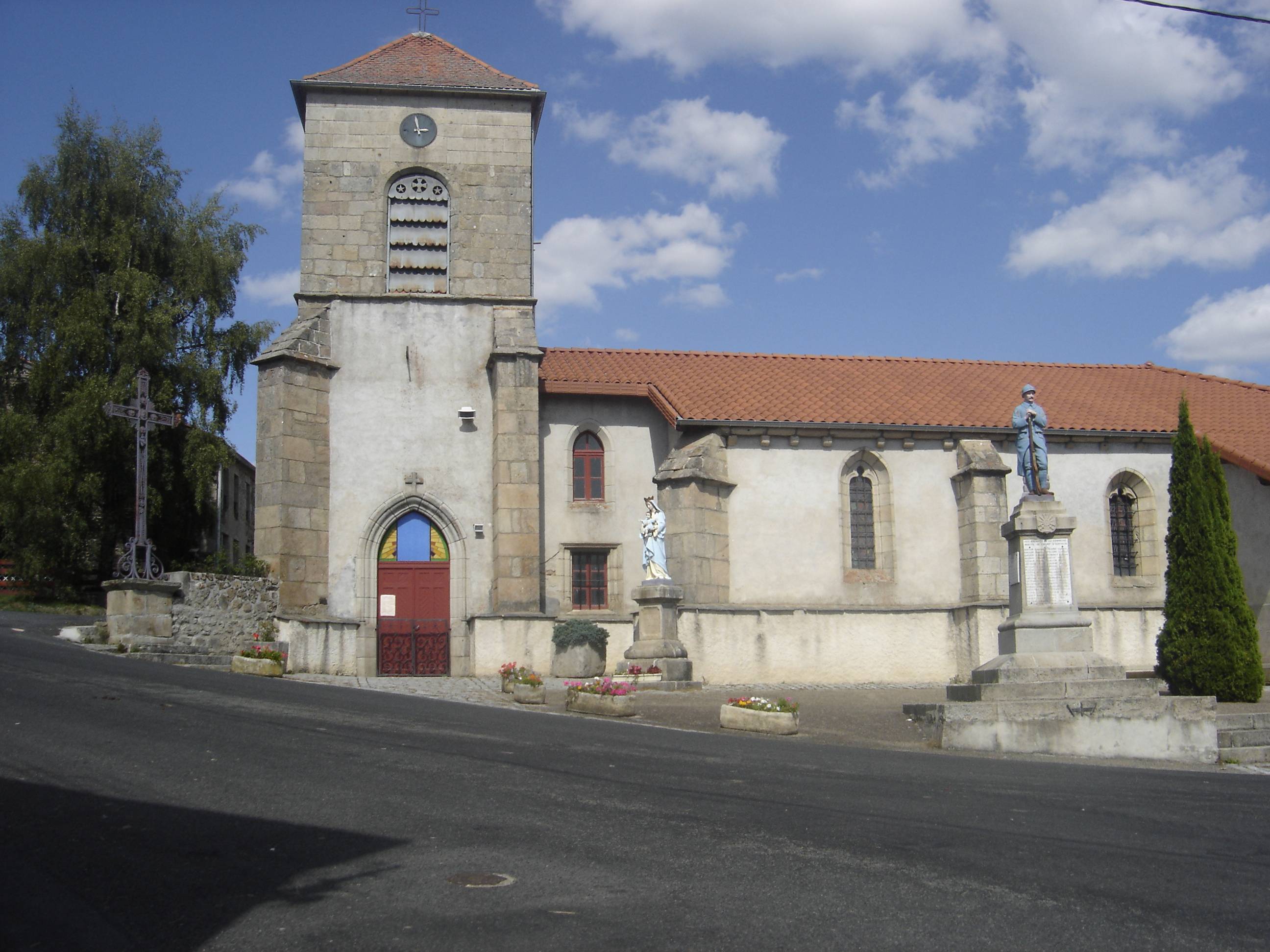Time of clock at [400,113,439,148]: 2:58
